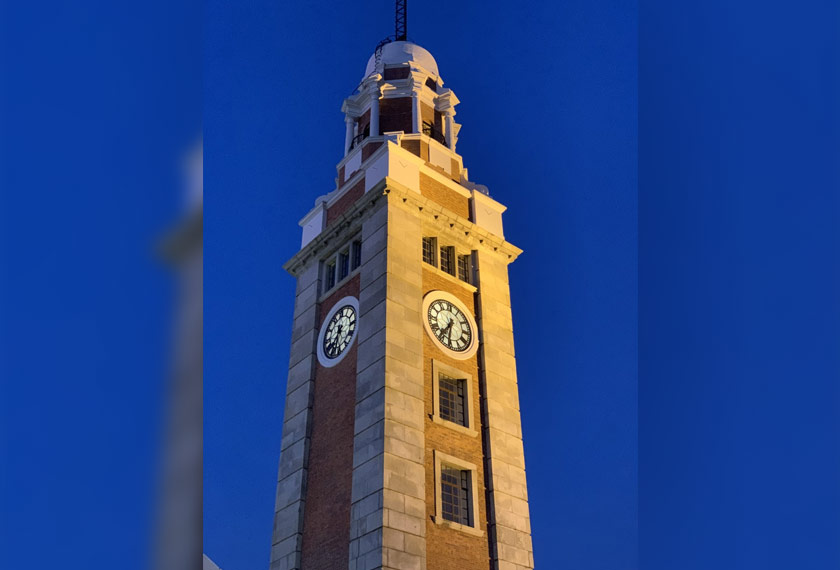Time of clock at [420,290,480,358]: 7:32
